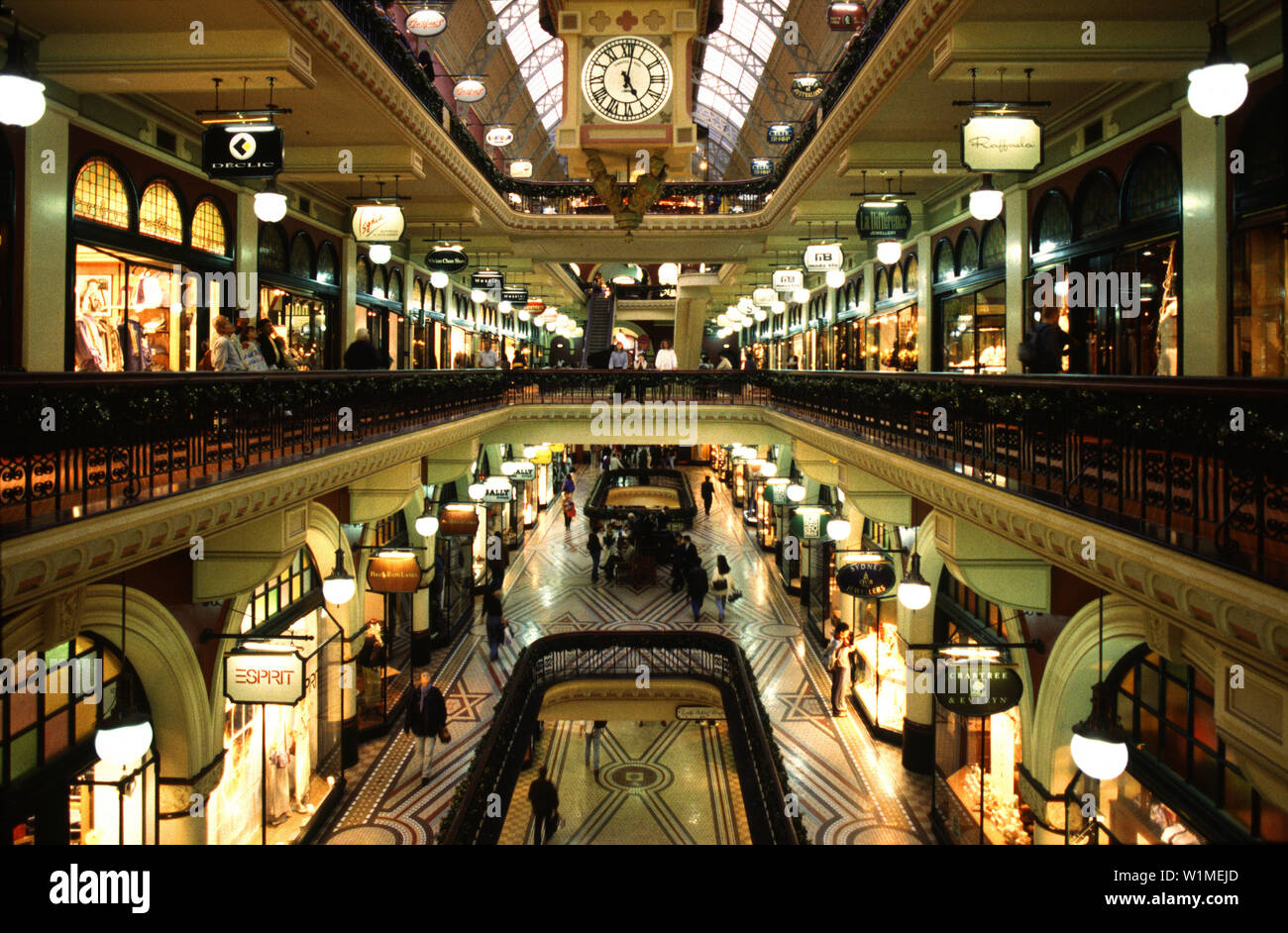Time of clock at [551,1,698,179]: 5:01
